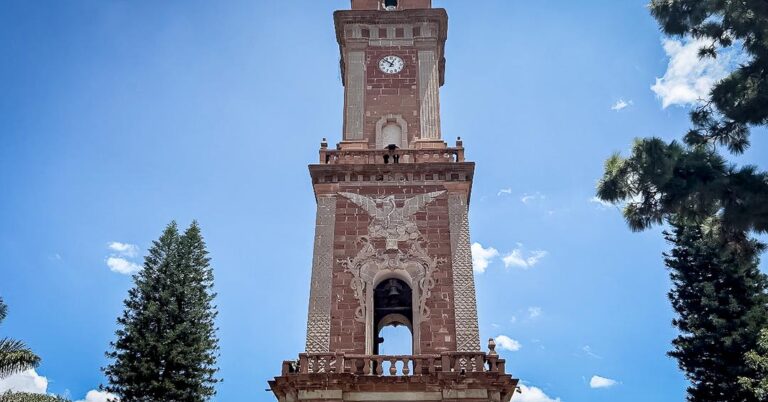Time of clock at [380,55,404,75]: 12:52
